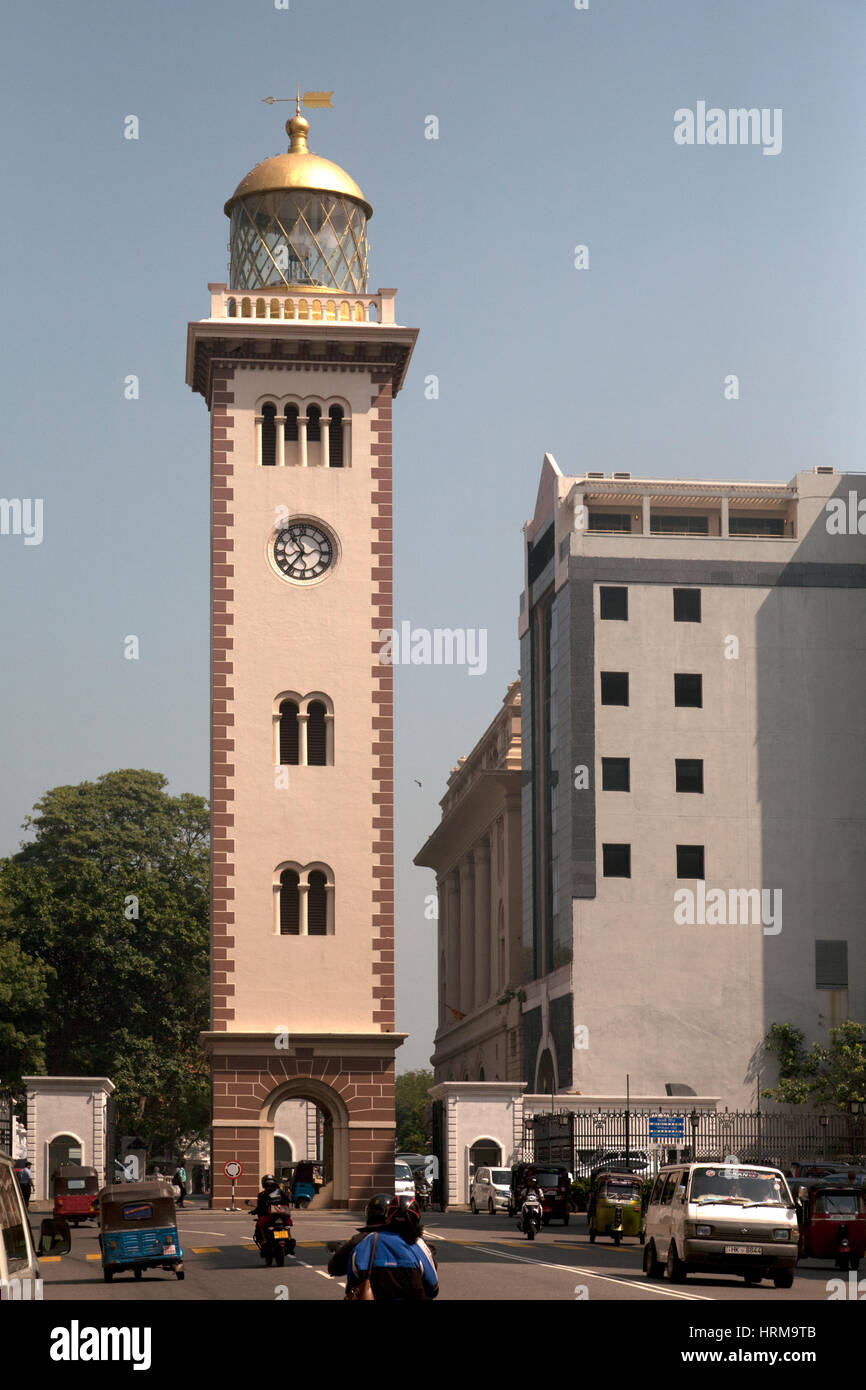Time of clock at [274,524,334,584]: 10:36
